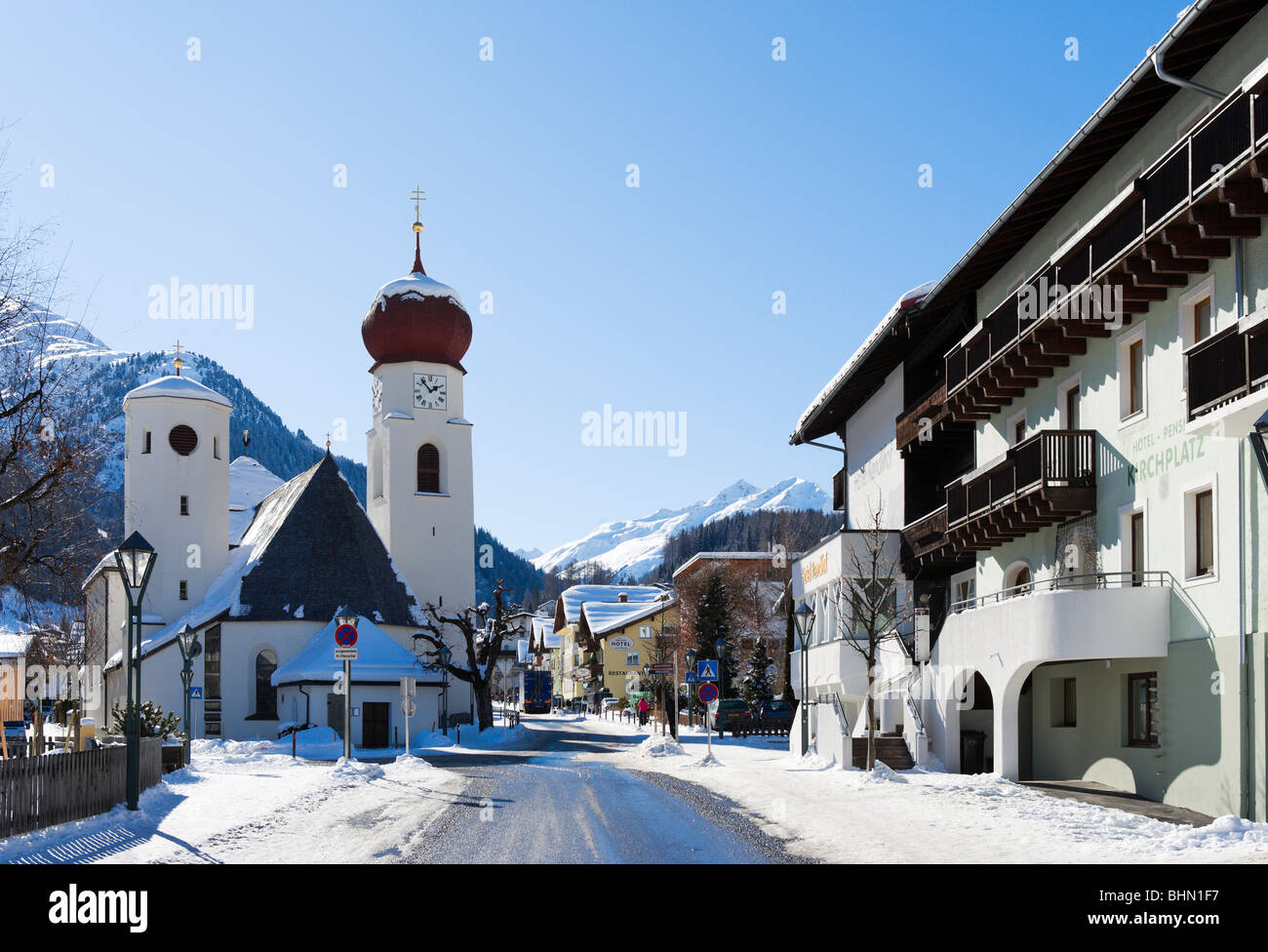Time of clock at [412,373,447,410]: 1:53
